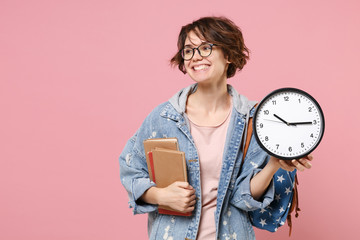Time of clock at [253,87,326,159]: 10:14
